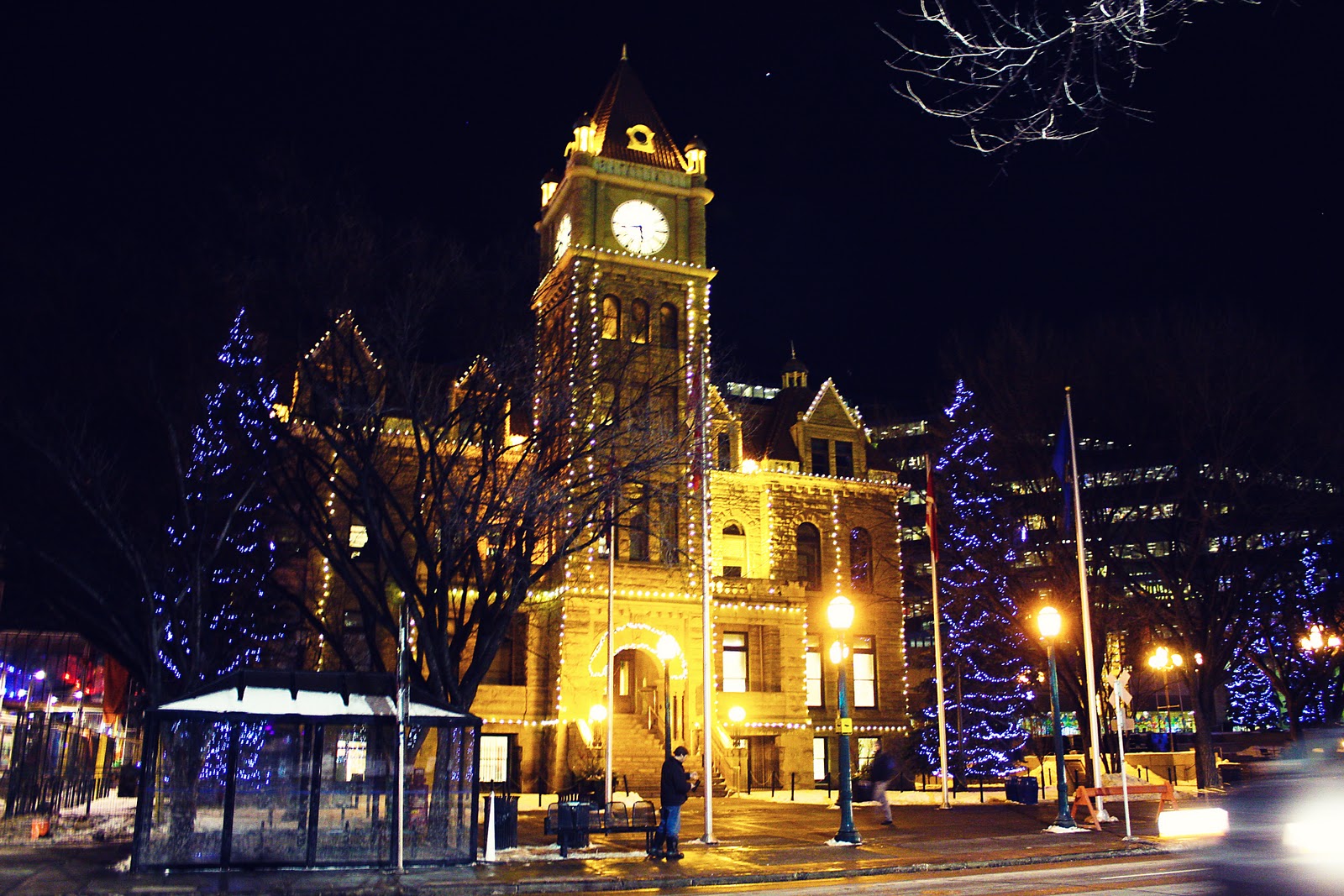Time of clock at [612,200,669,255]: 5:29
